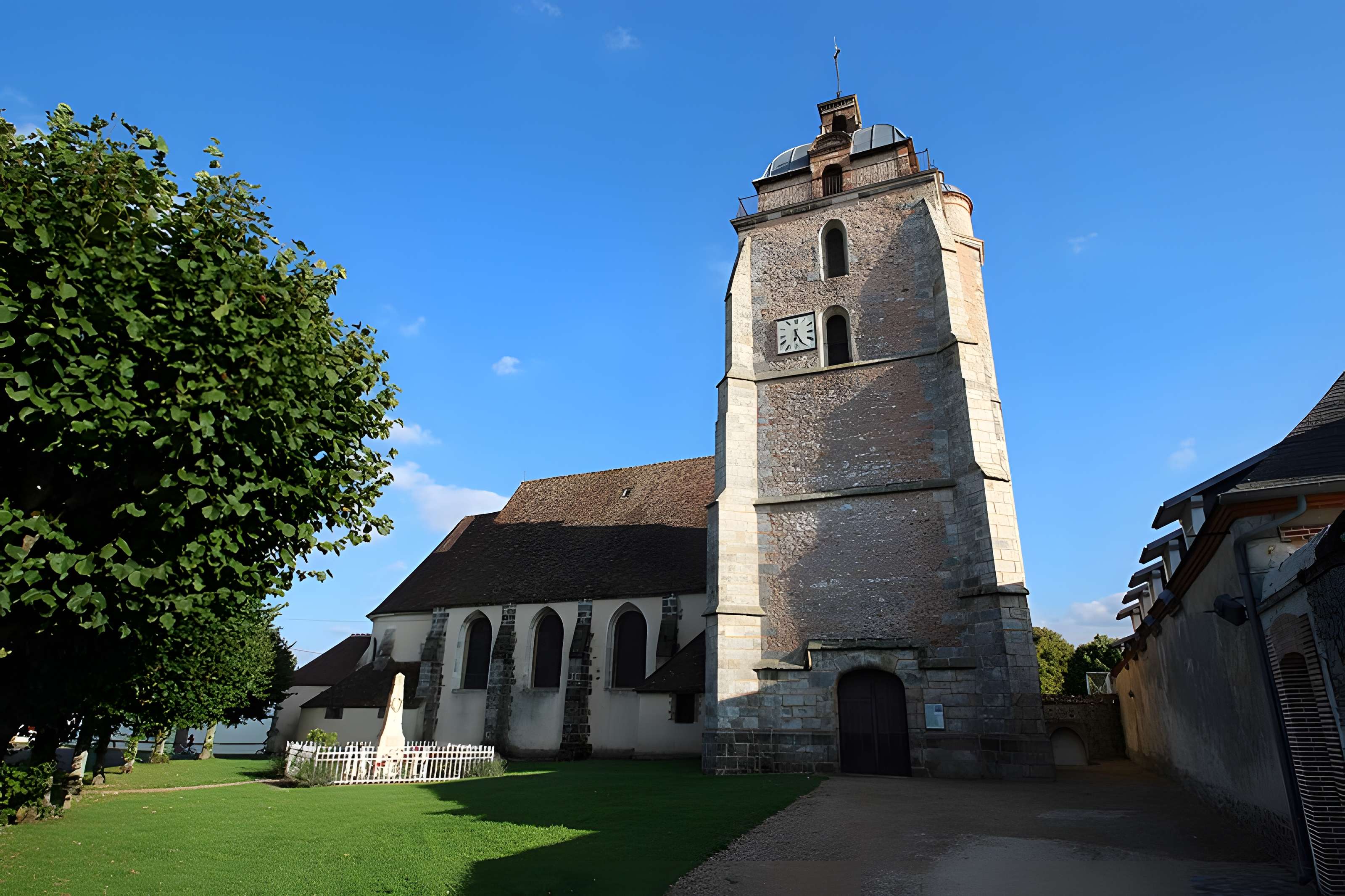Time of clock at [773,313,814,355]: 6:25
